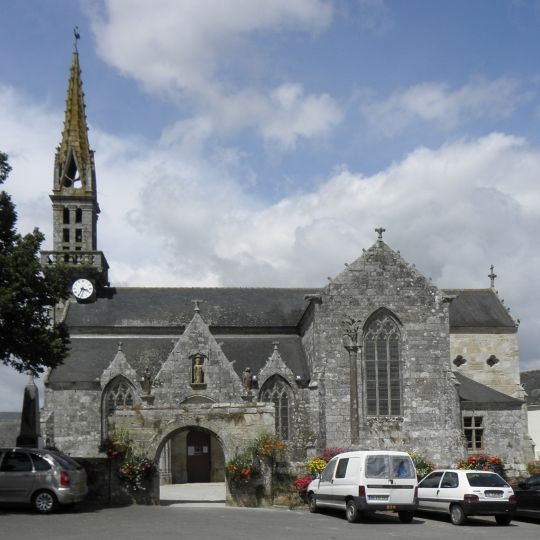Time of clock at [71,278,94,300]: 3:34
